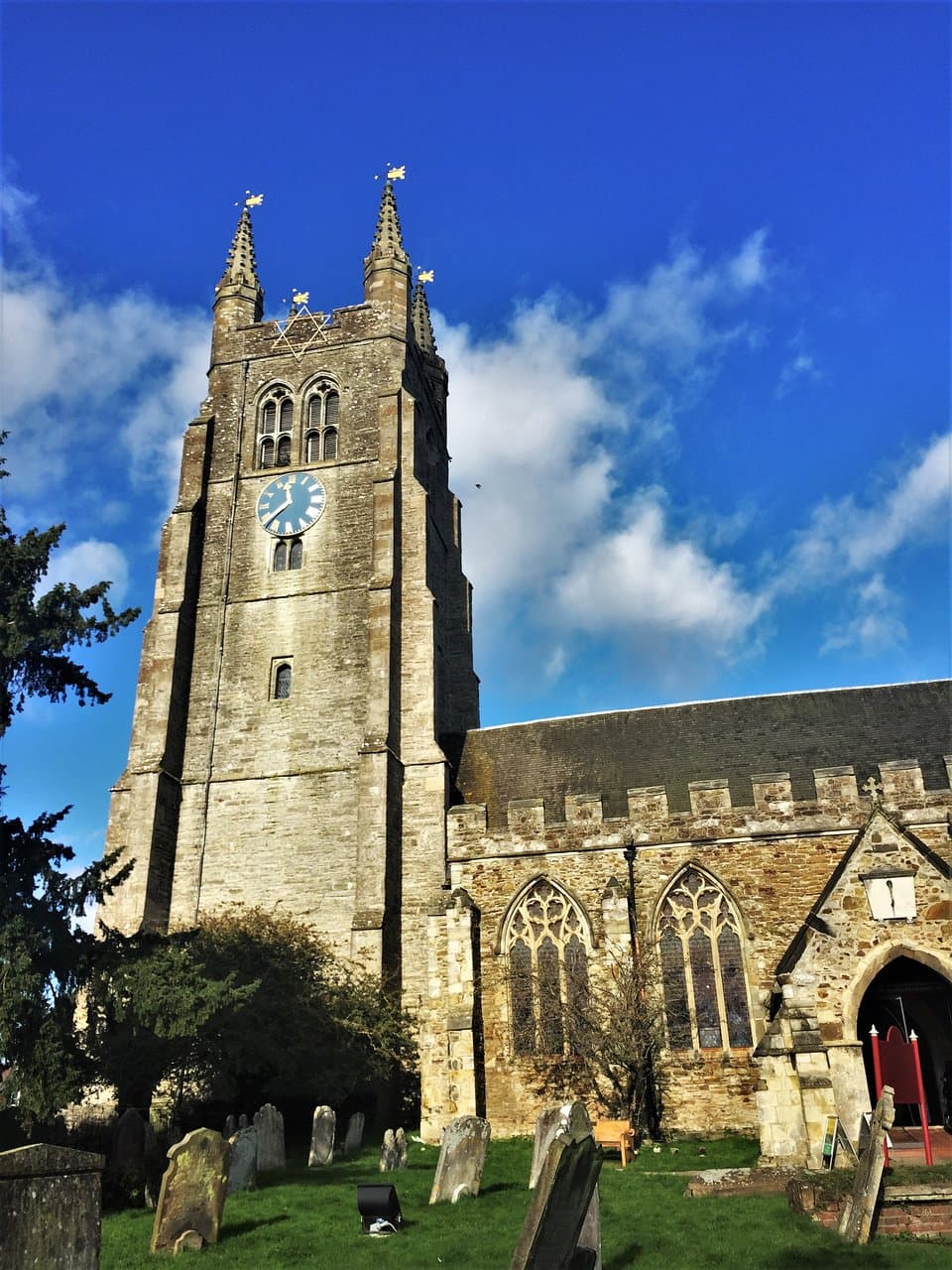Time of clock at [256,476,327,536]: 11:37
